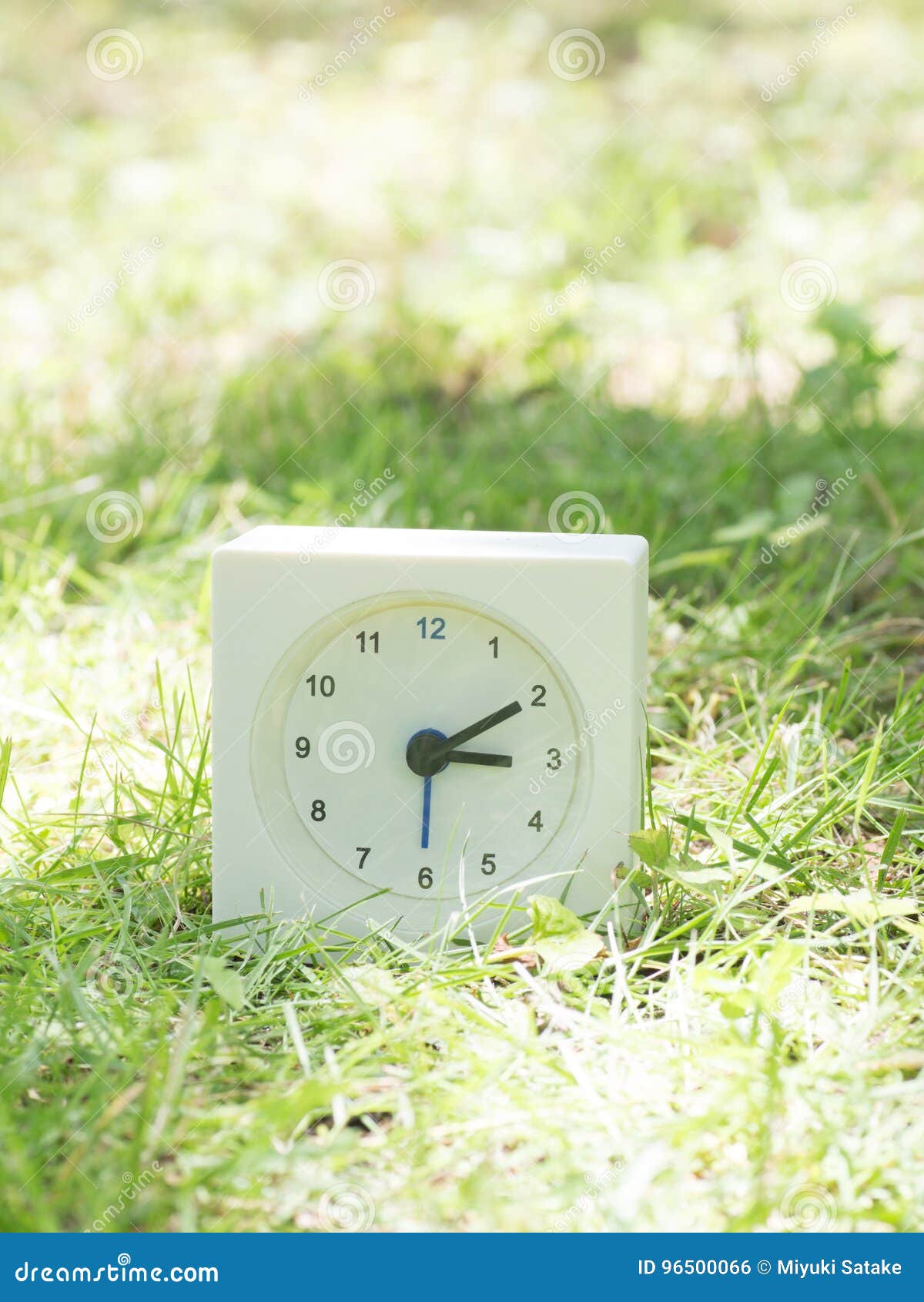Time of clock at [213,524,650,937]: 3:09
